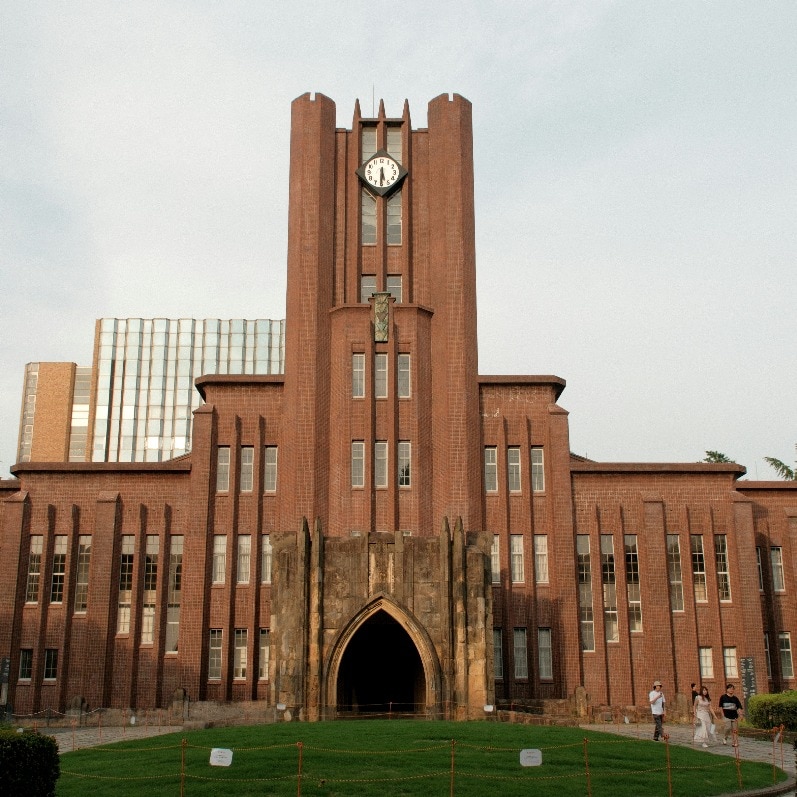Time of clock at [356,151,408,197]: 5:30
